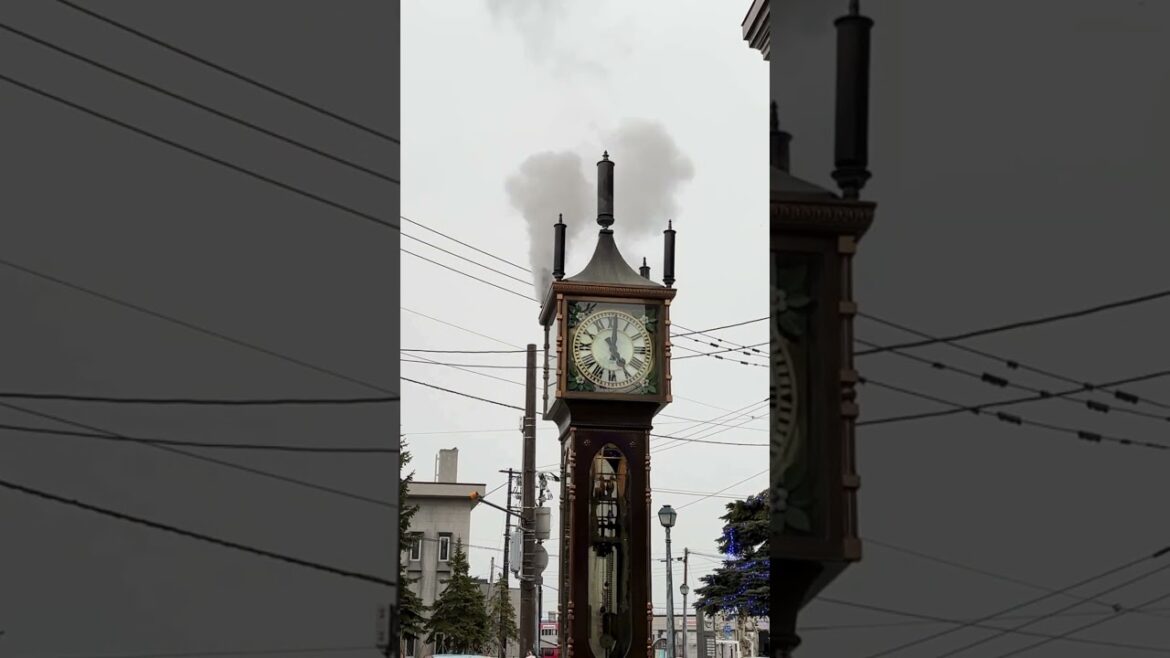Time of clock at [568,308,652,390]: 5:00
